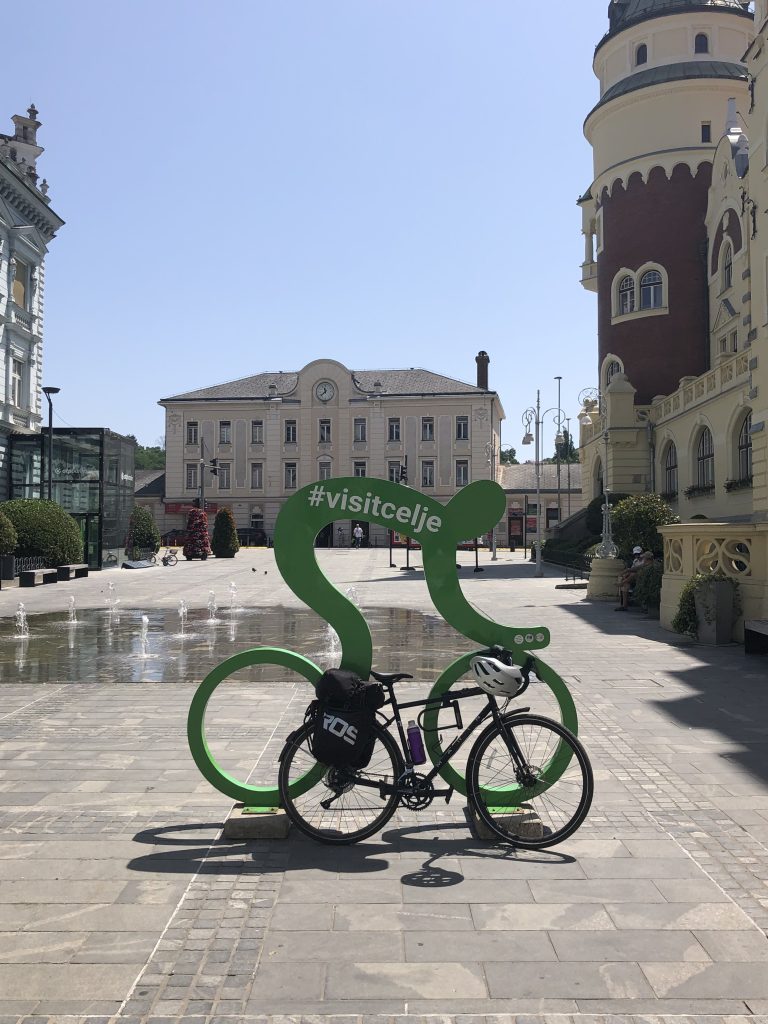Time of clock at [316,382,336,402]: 11:37
